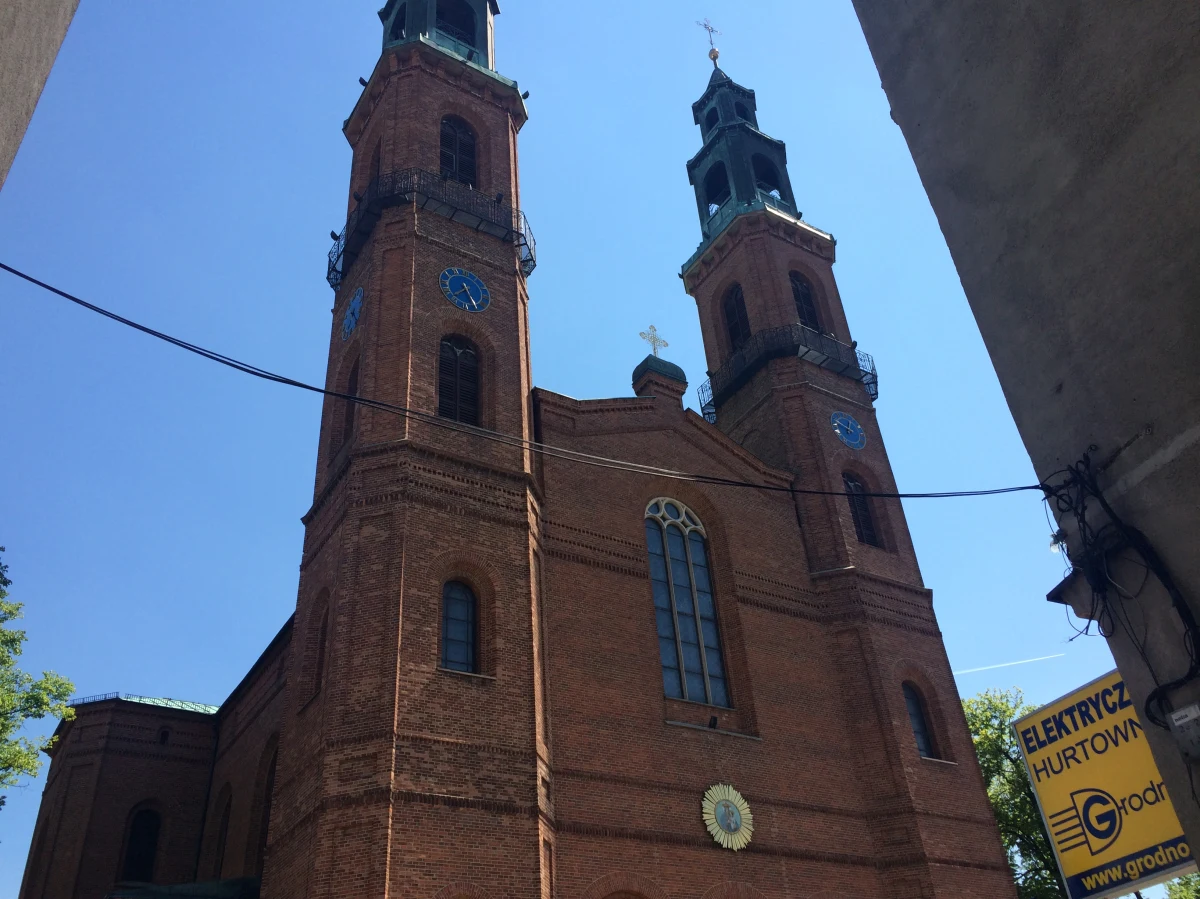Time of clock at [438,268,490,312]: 7:25
